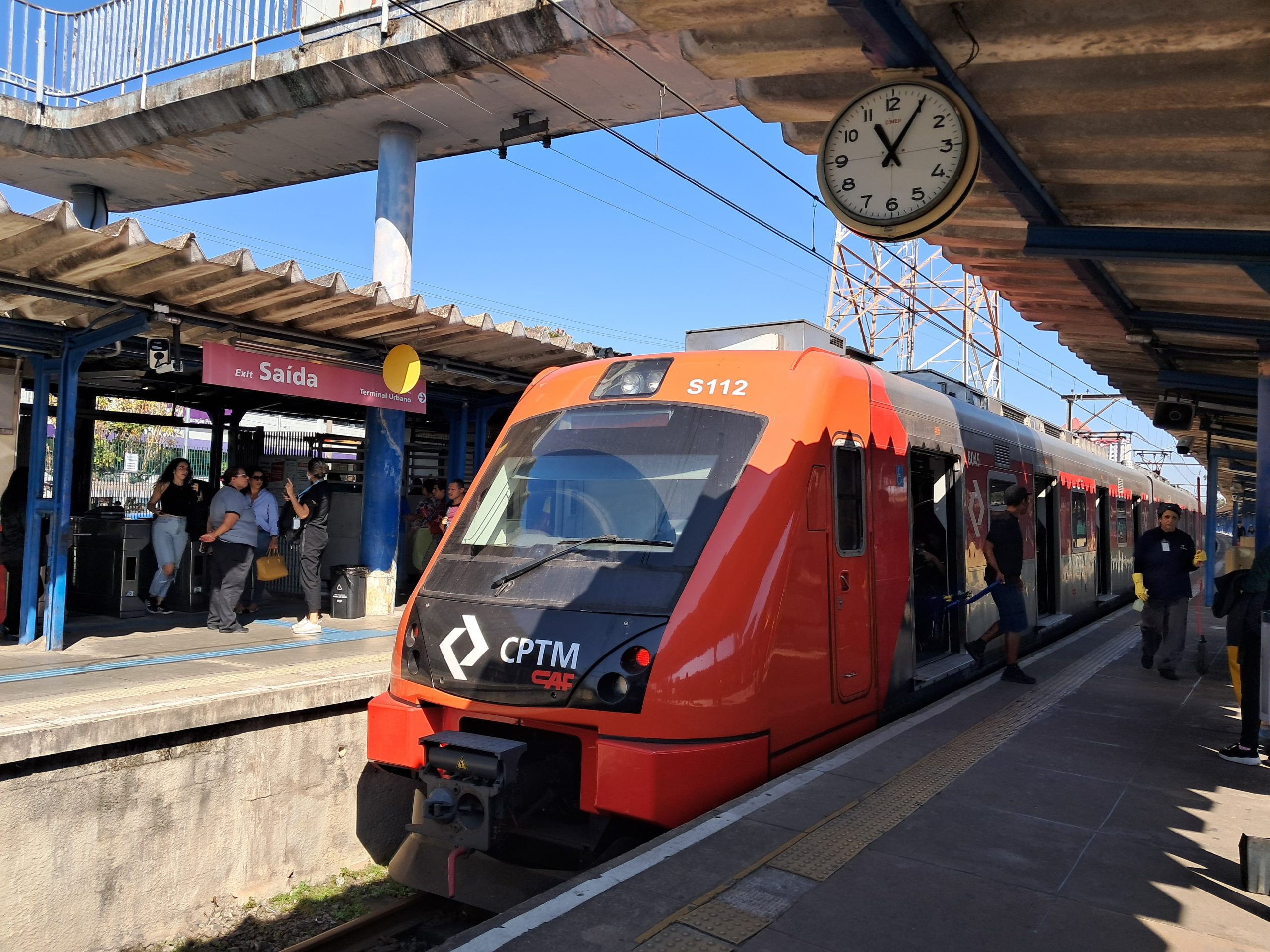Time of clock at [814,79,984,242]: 11:05
